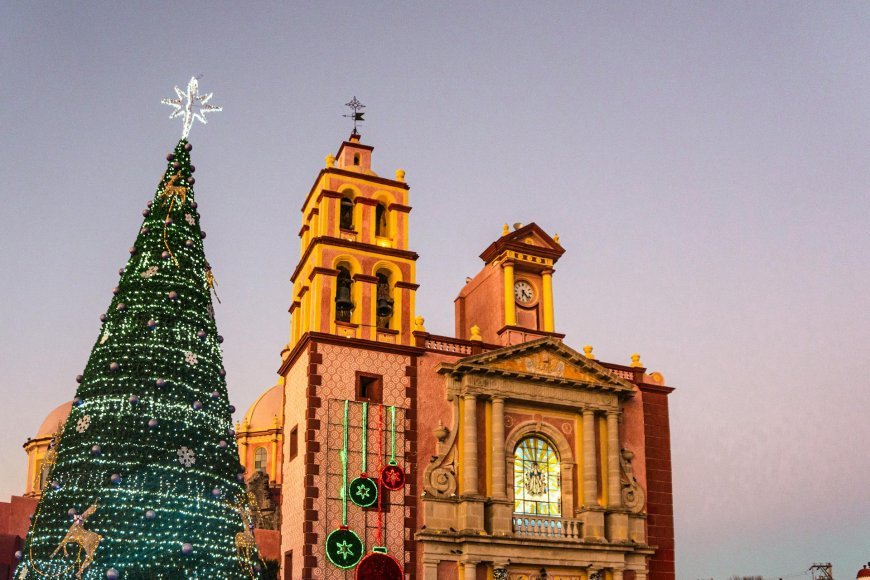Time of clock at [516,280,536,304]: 6:23
